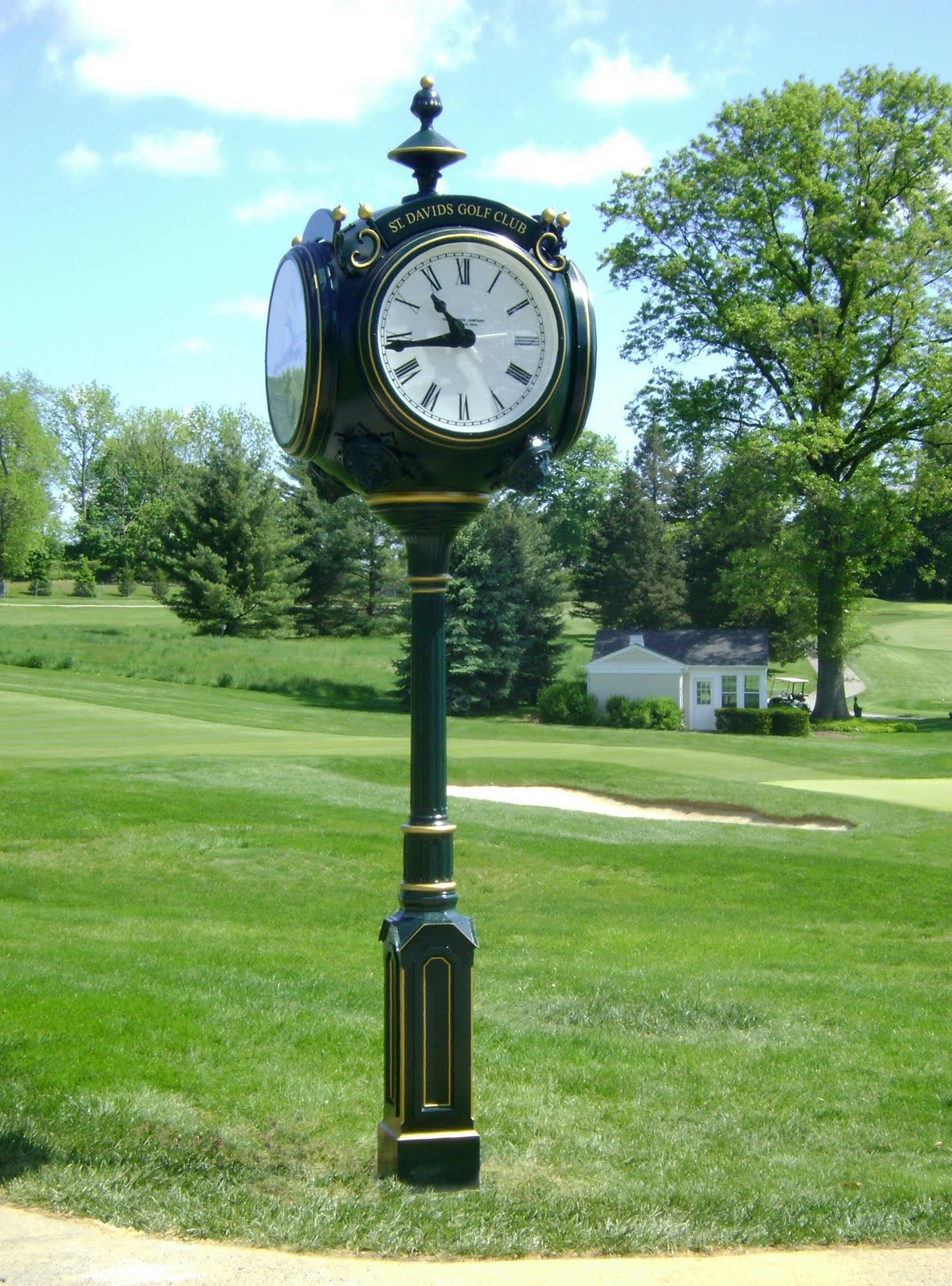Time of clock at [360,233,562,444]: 10:43
